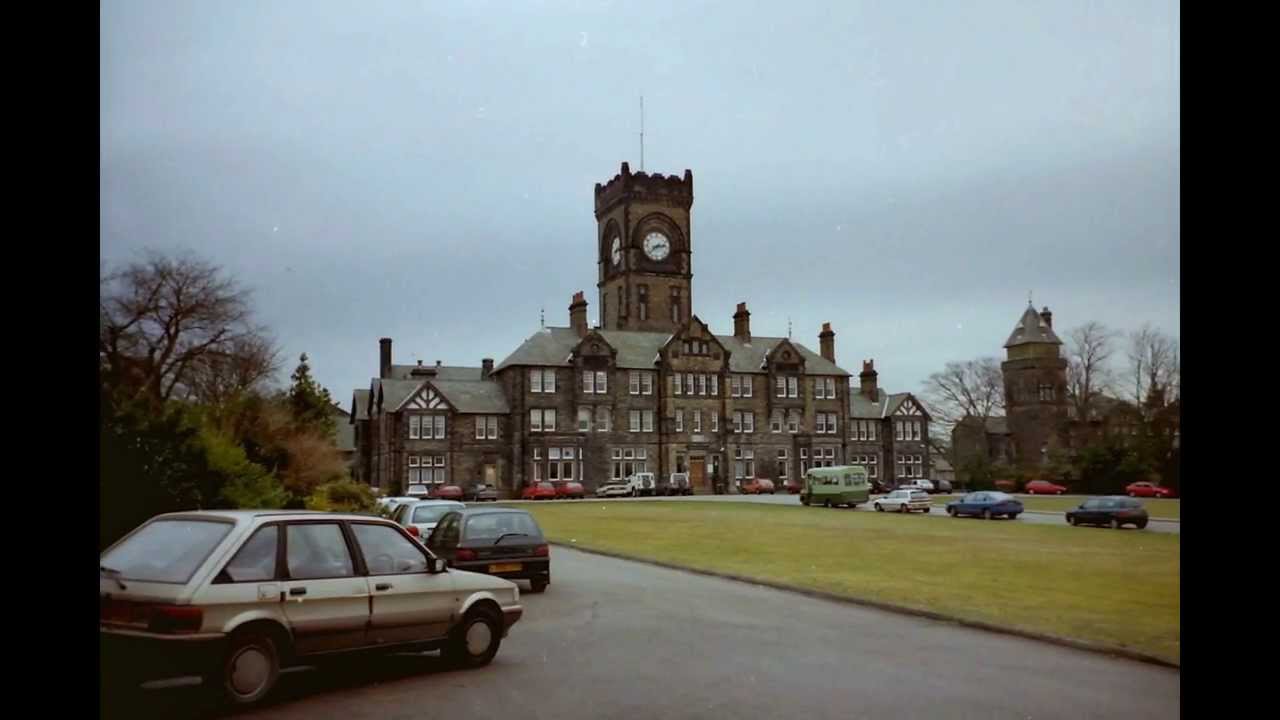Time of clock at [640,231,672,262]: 2:38
